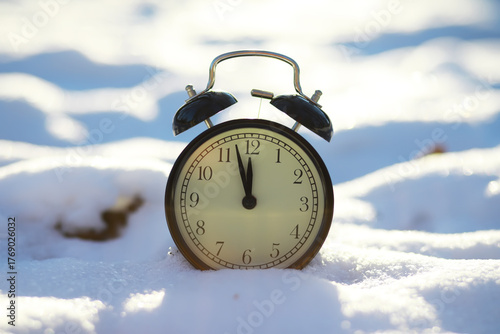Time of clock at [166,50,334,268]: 11:57
